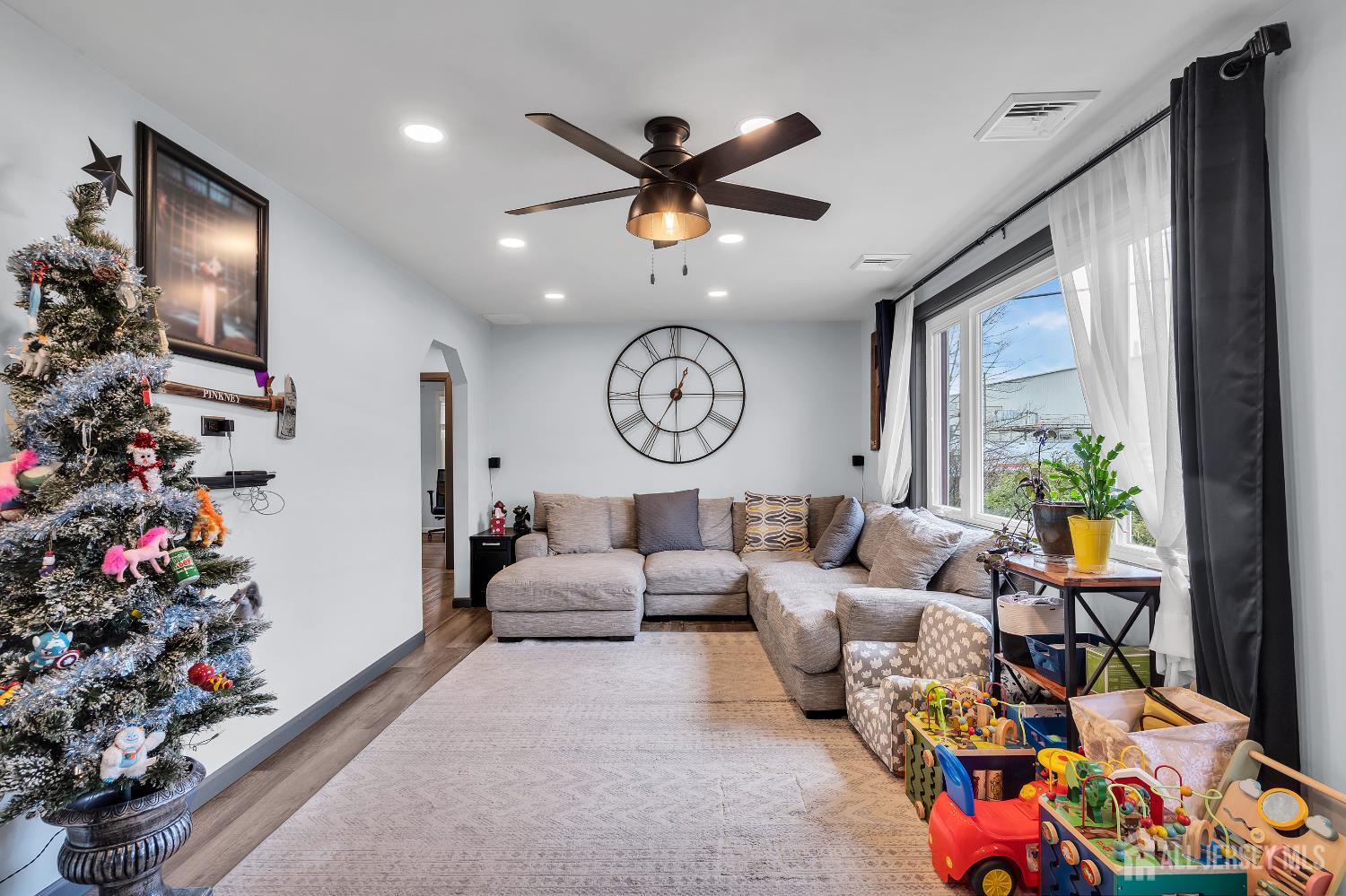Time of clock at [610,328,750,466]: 12:35
